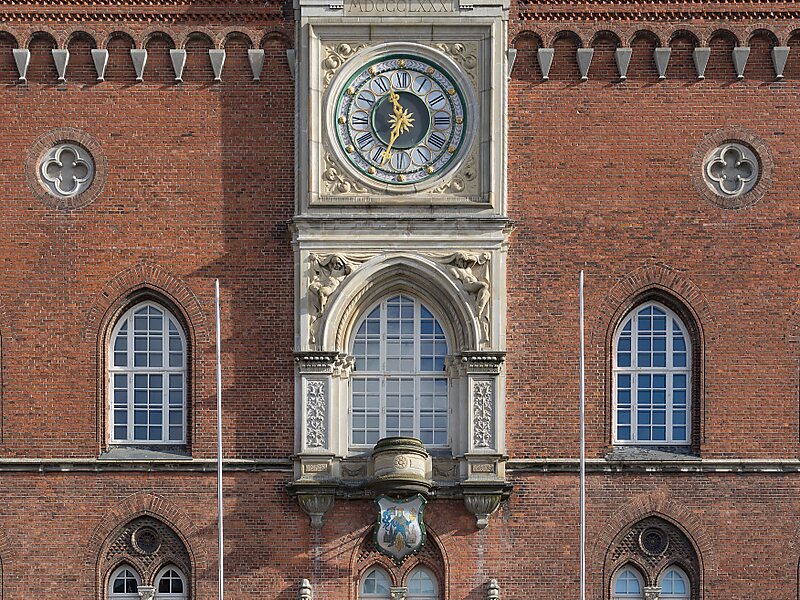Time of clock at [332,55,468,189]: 11:33
